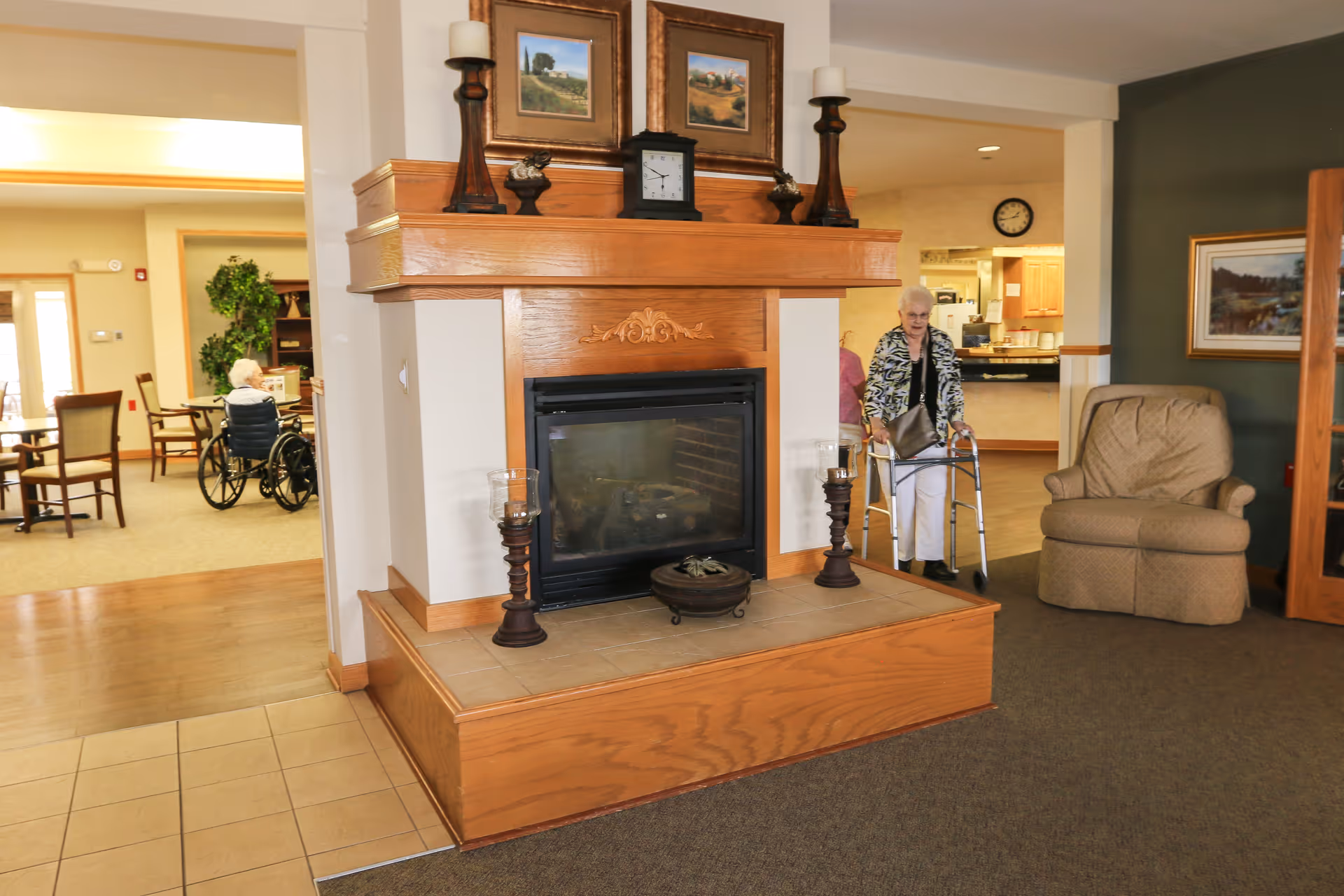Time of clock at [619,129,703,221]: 5:49
